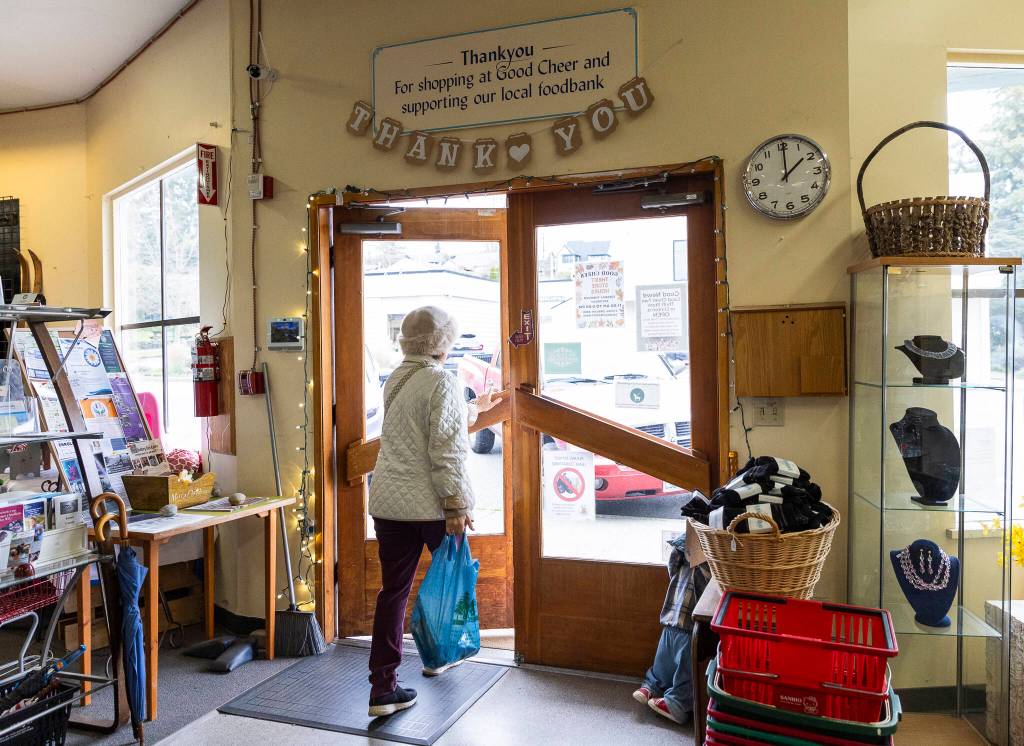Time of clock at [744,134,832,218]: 2:00
